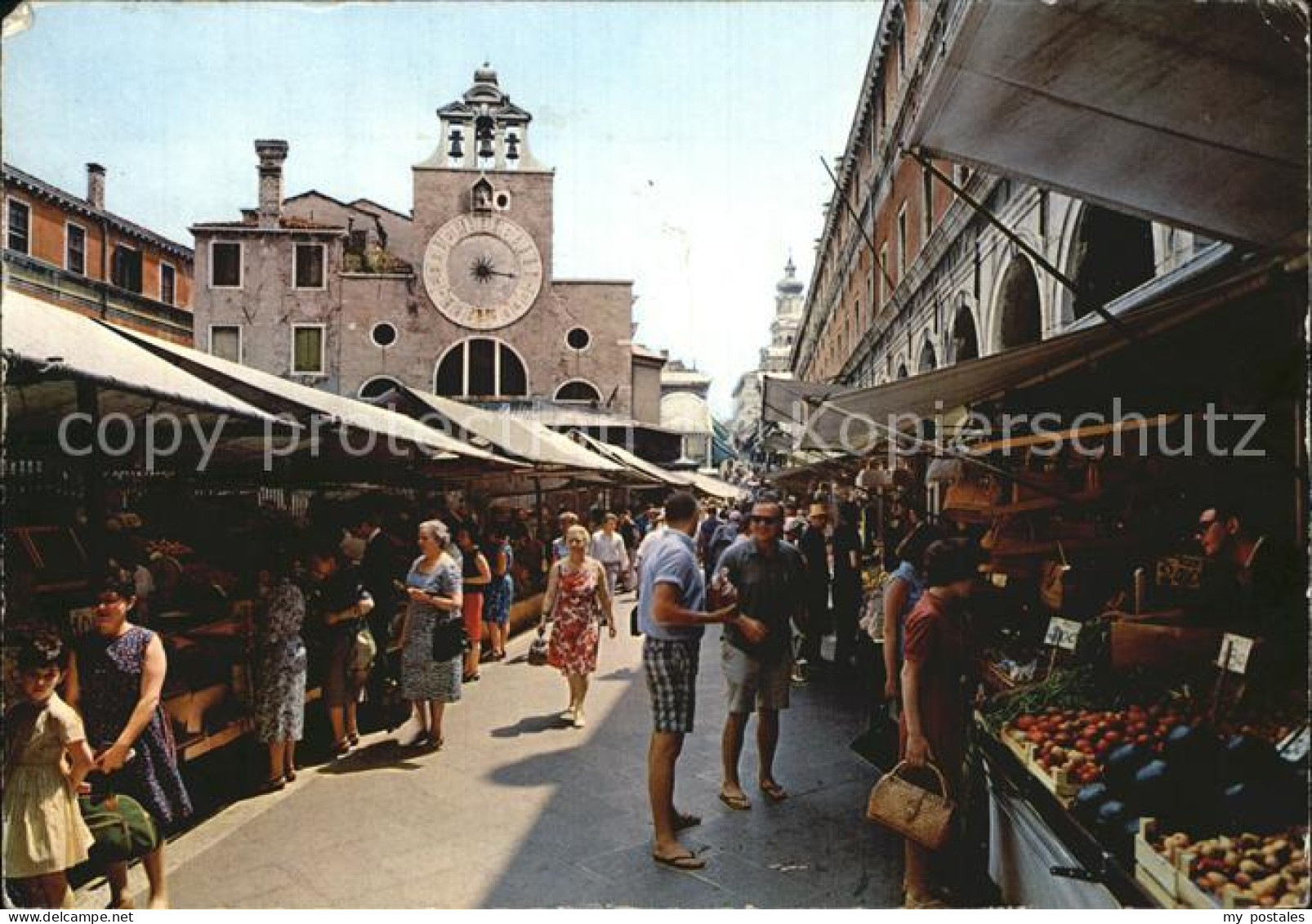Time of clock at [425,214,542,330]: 3:16
